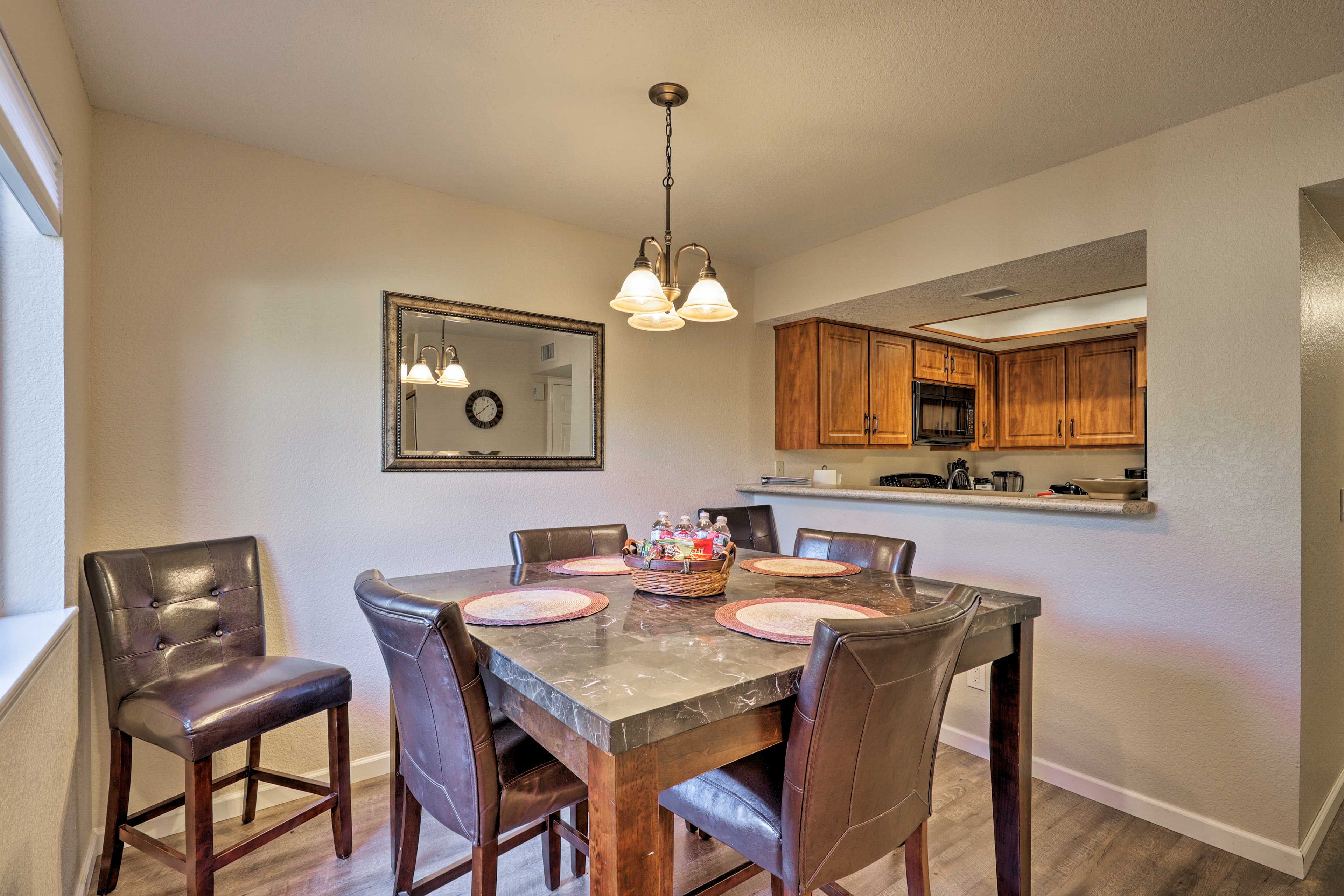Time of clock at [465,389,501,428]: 1:38
